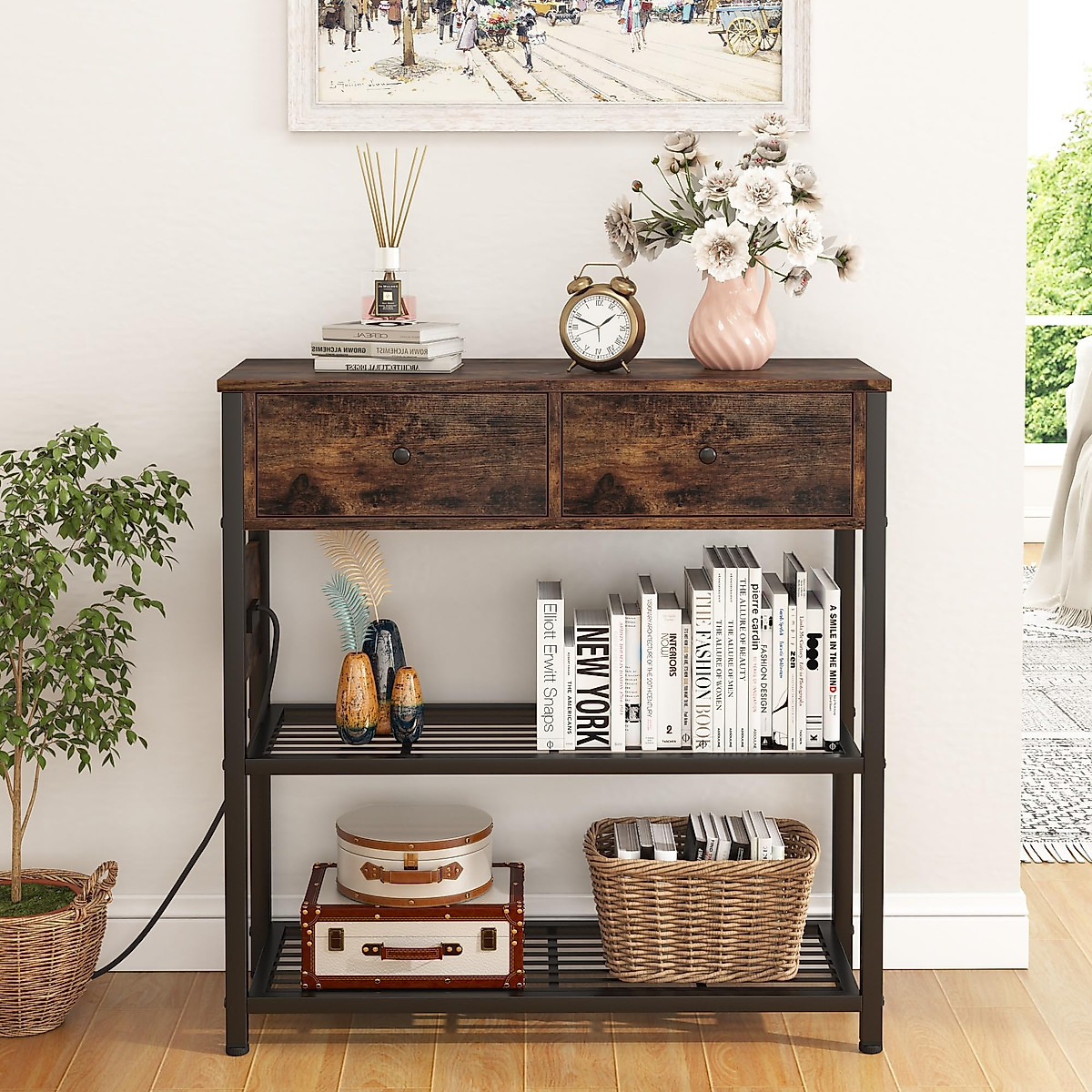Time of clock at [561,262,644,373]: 1:48
